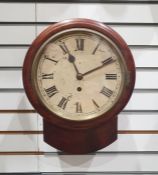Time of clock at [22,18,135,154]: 11:10
